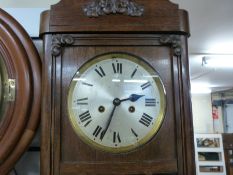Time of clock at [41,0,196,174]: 2:33
